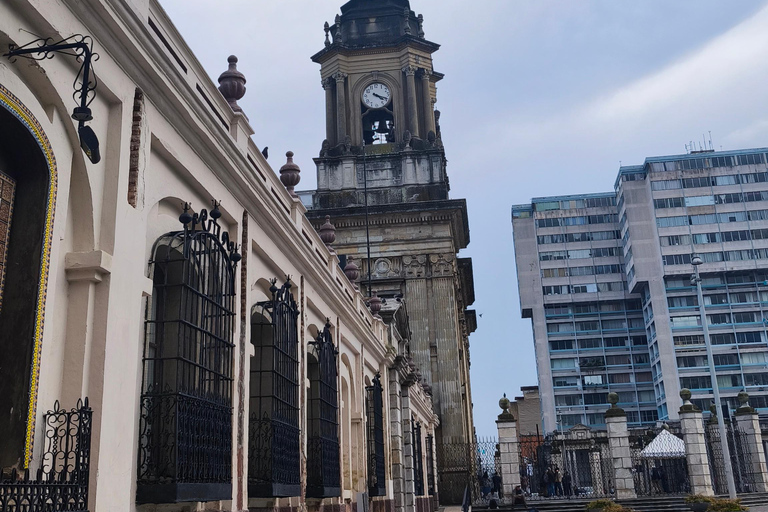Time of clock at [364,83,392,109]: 4:18
